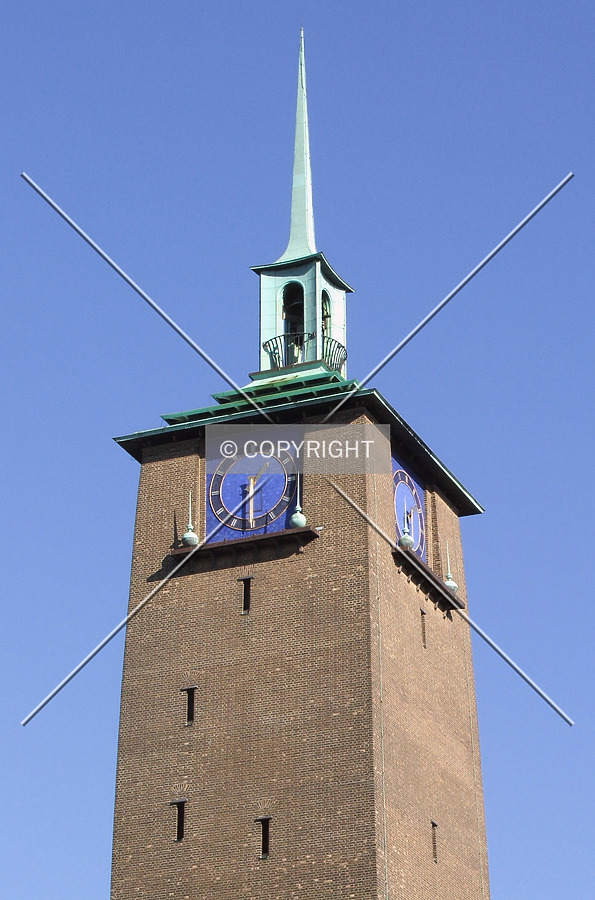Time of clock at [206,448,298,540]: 1:29
